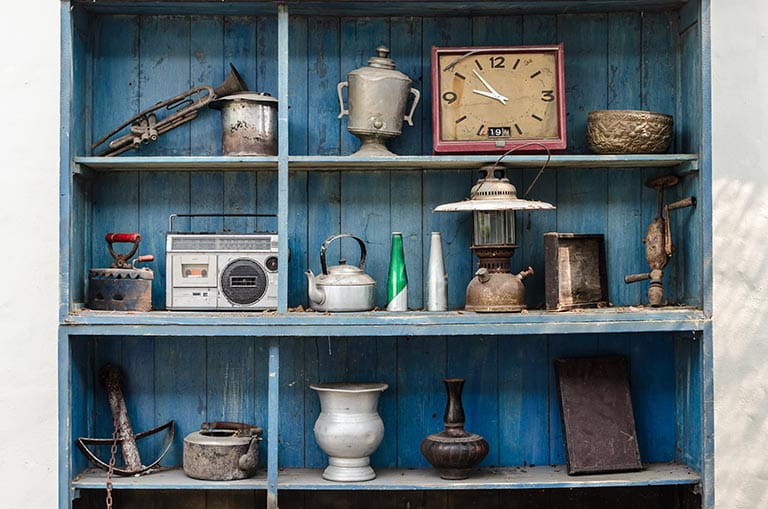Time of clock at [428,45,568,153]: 9:53
